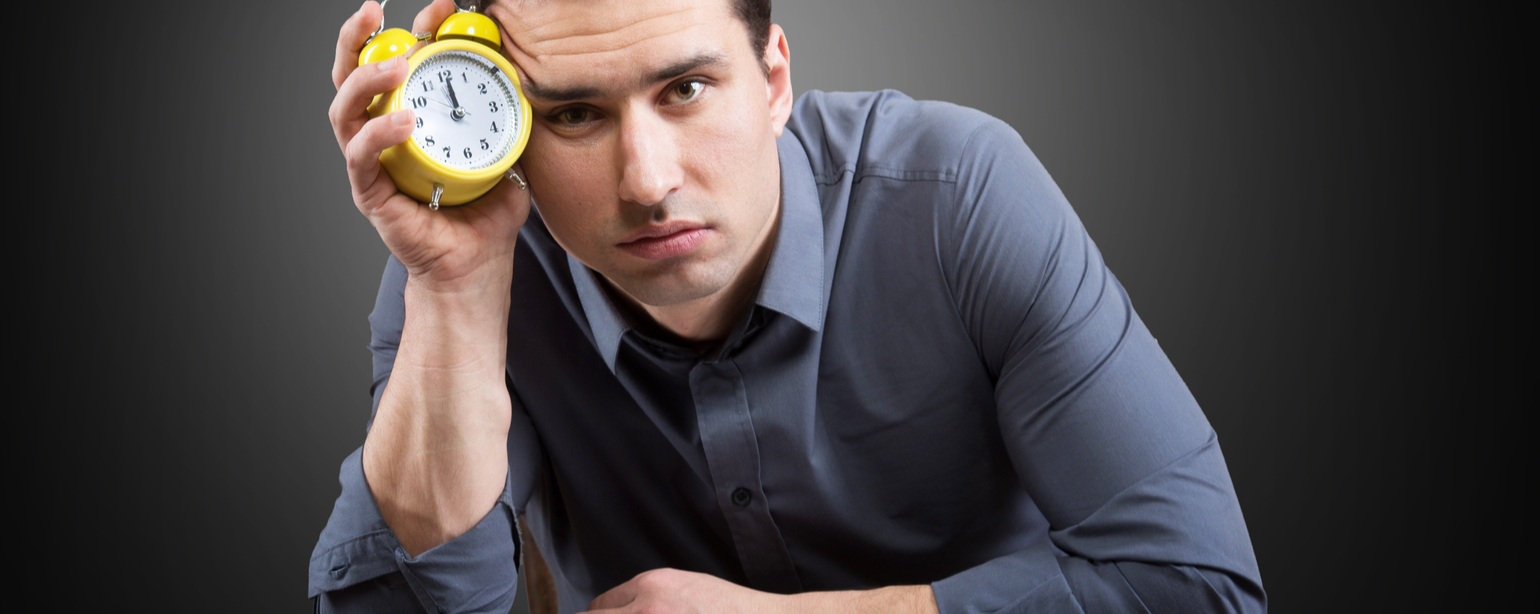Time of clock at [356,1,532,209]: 12:00
